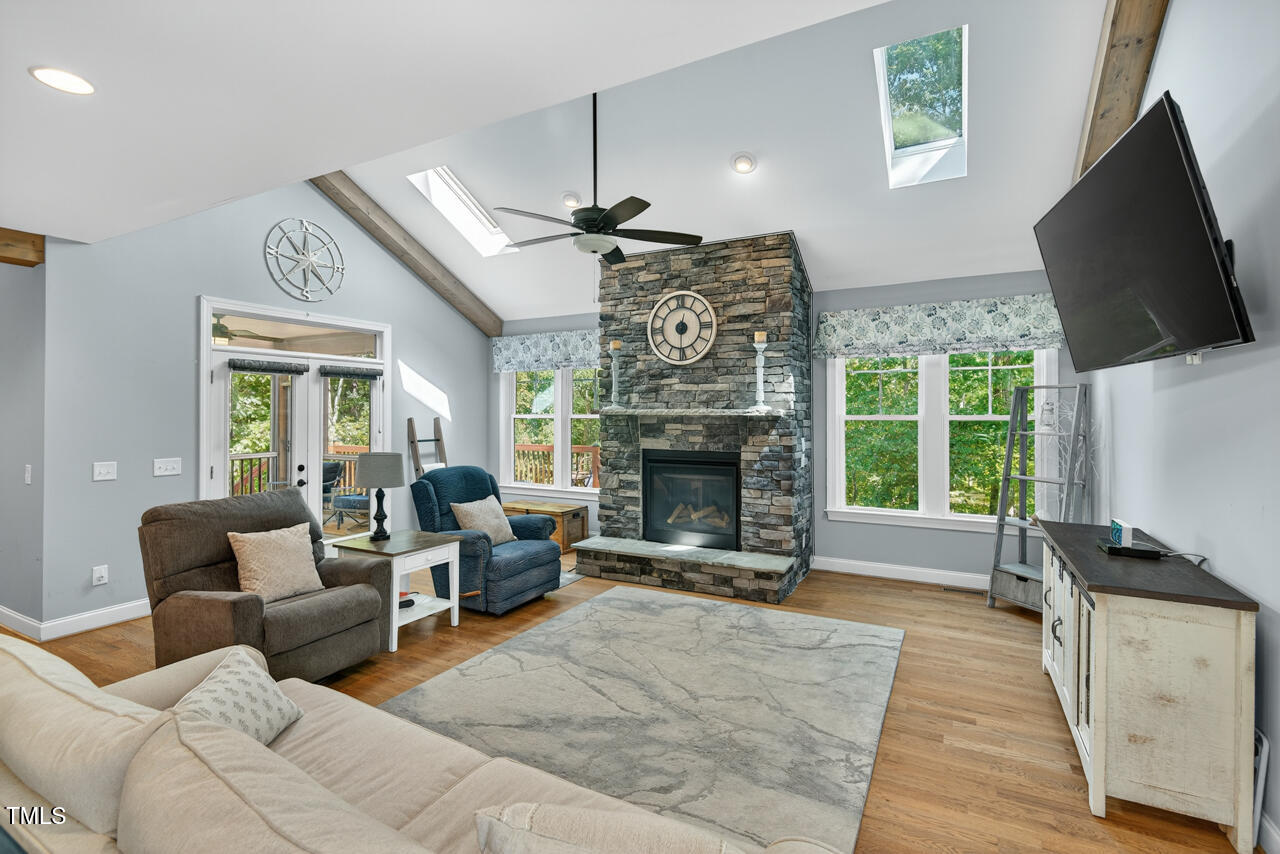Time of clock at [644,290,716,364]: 12:30
